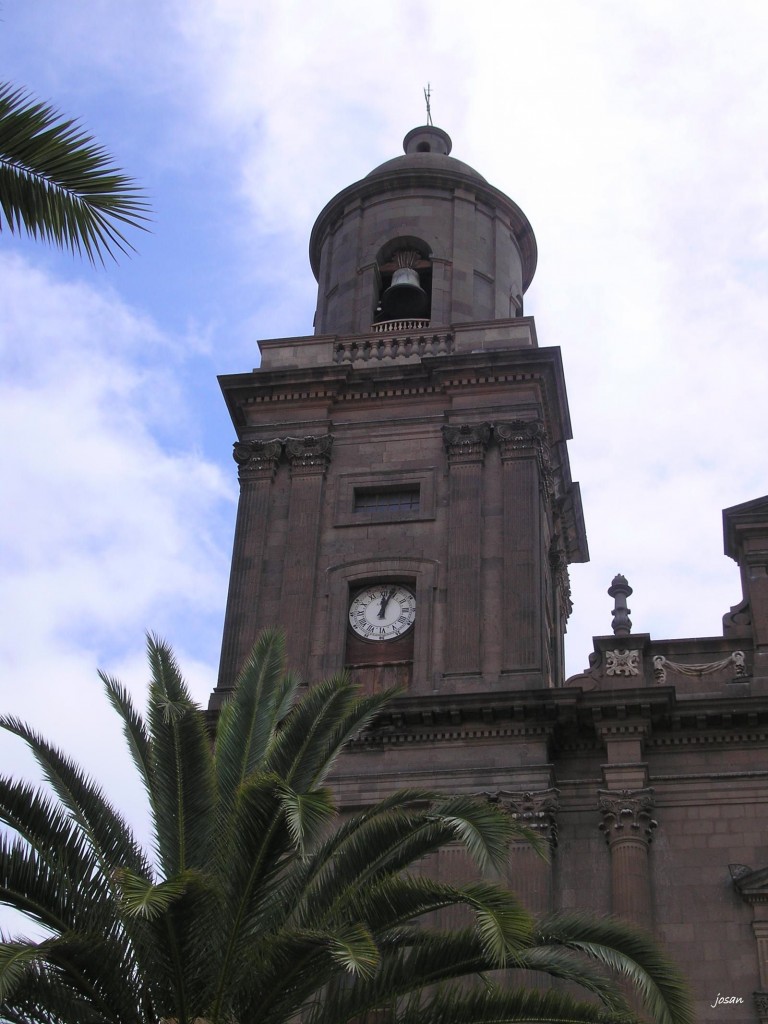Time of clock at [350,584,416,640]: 12:03
